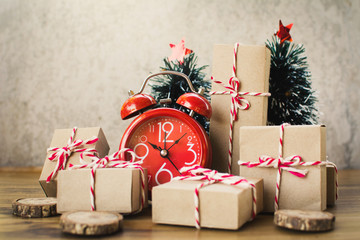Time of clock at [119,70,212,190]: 10:07
